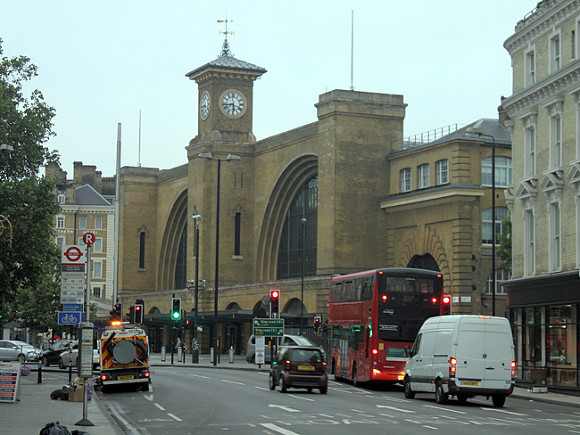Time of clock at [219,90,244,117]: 5:42
